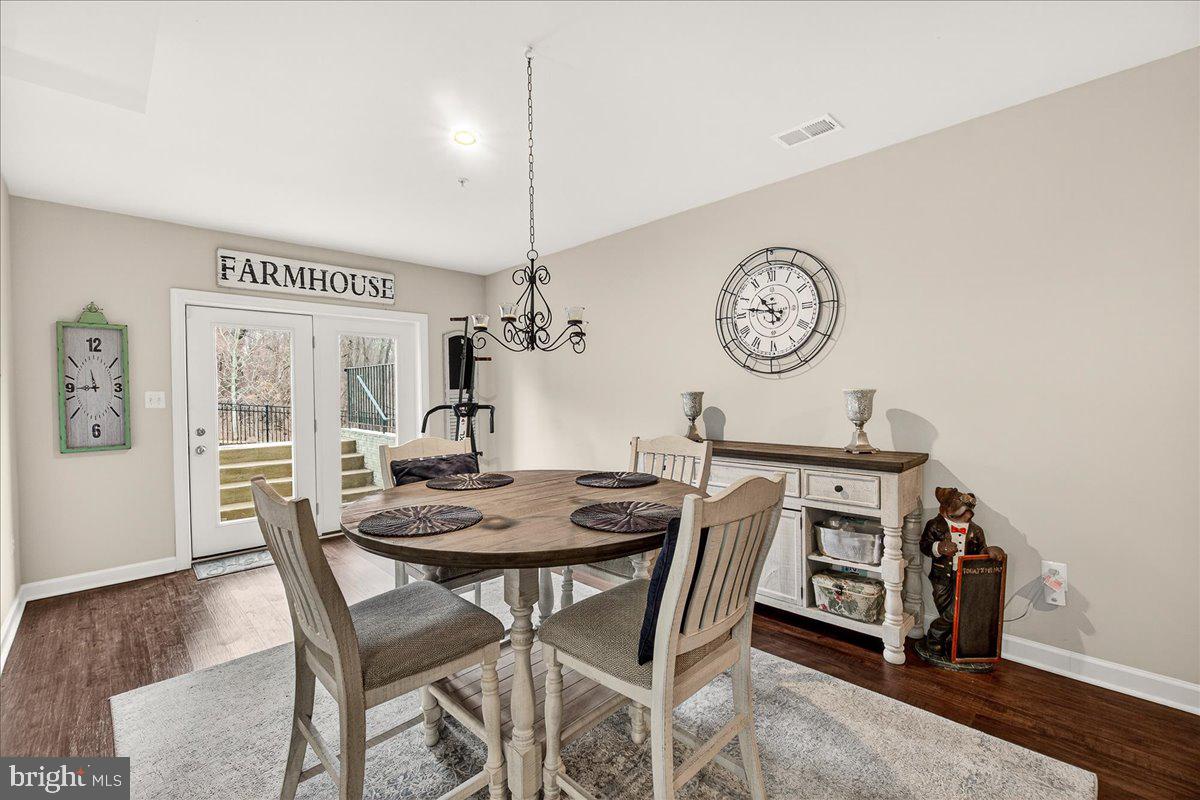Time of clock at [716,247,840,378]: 10:46
